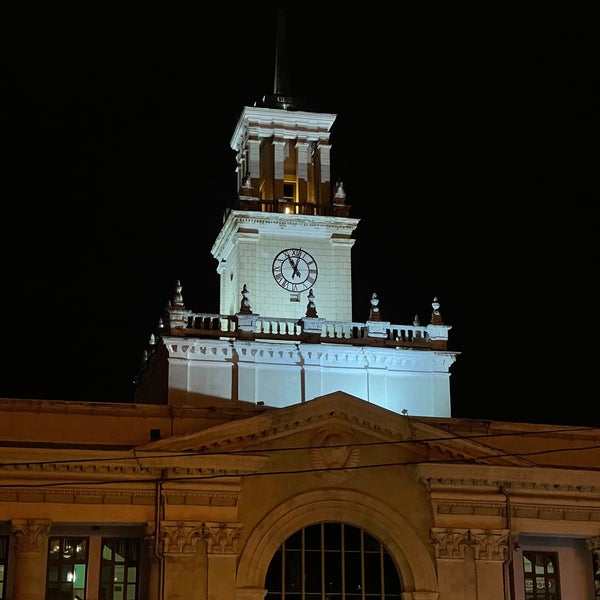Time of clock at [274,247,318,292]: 11:02
